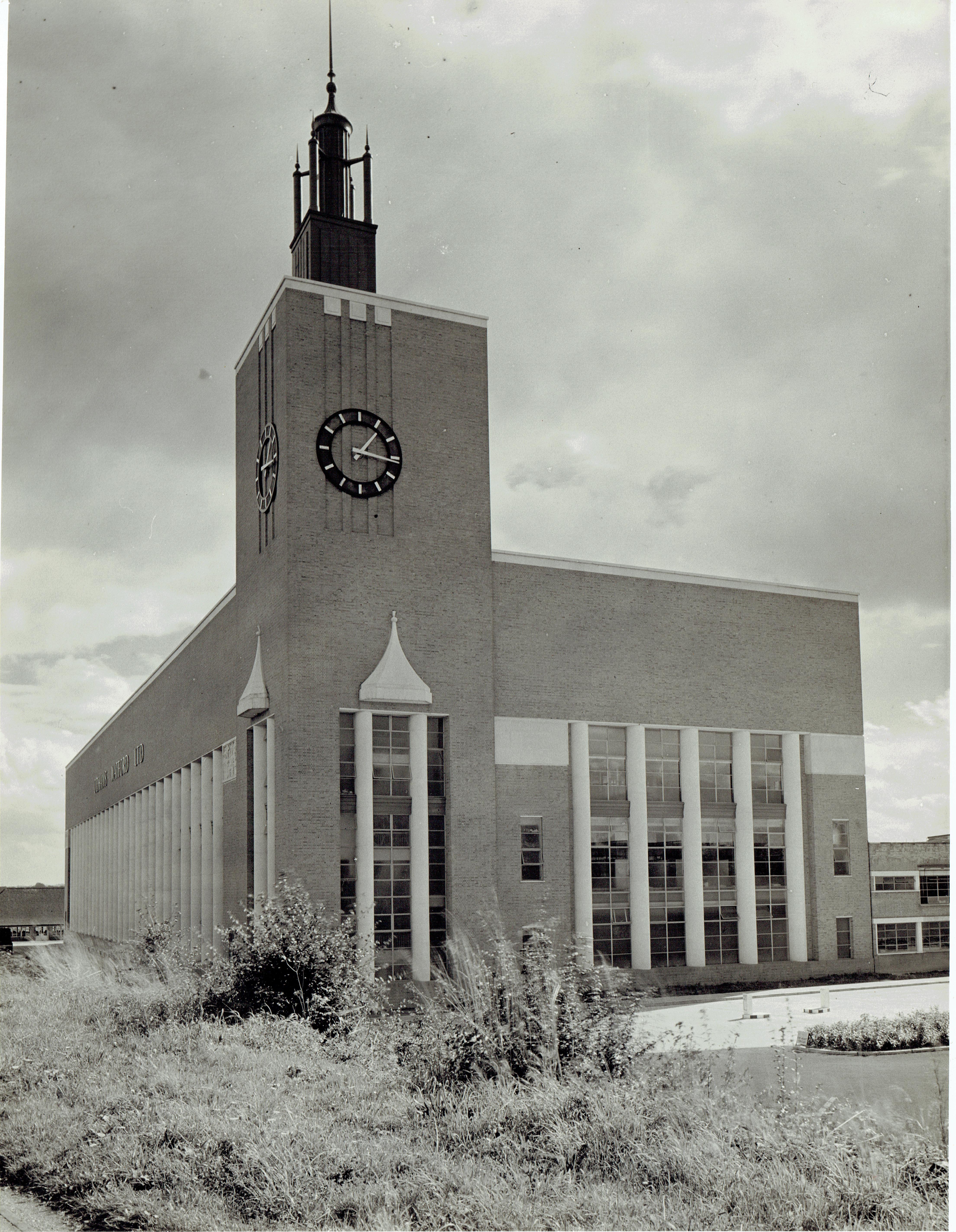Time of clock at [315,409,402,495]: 1:16
